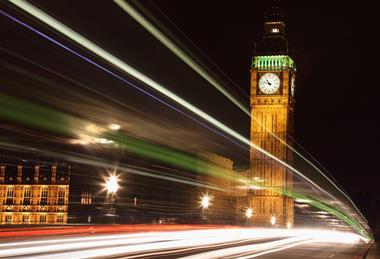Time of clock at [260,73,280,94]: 10:47
